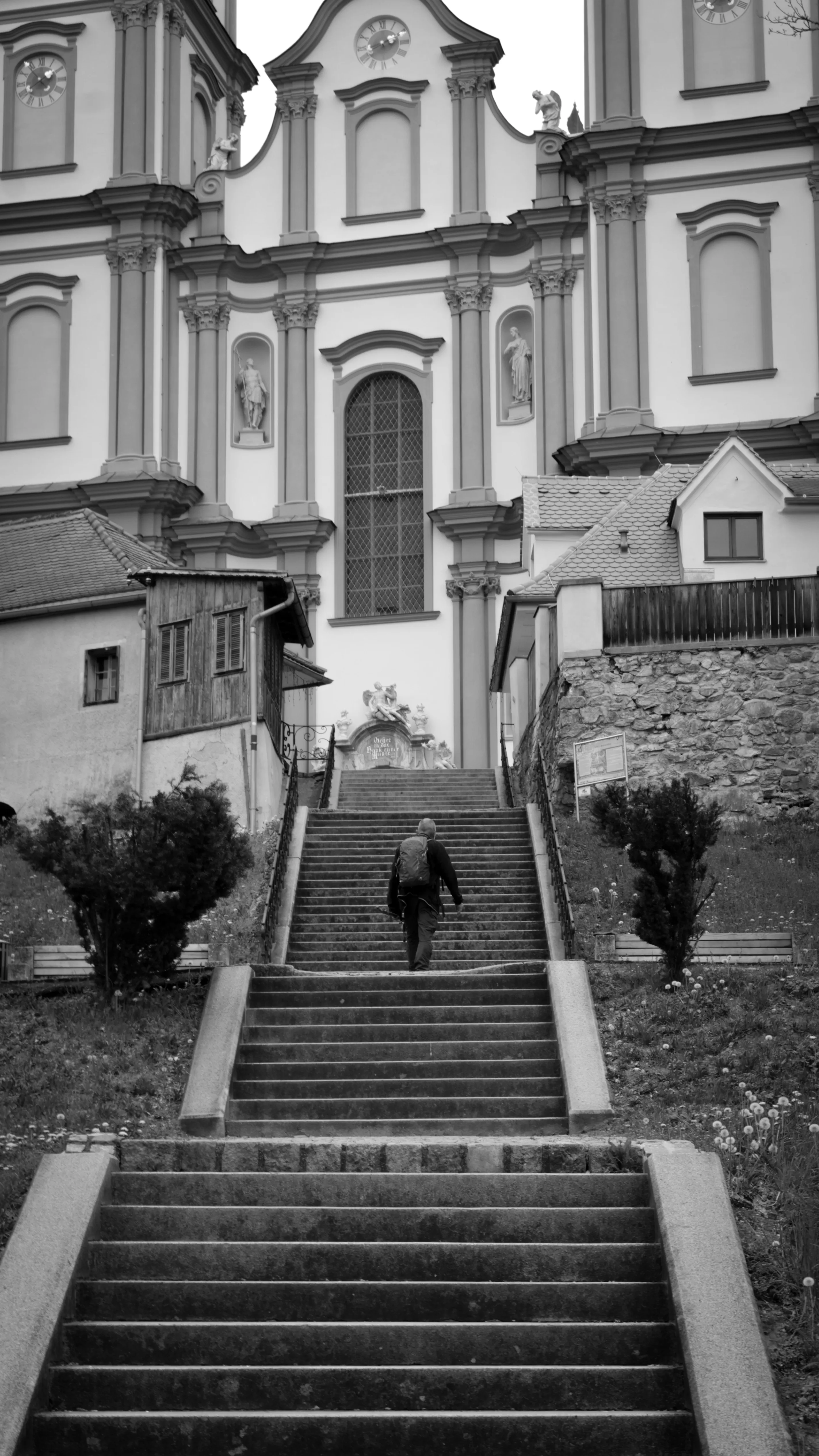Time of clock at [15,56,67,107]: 1:53
